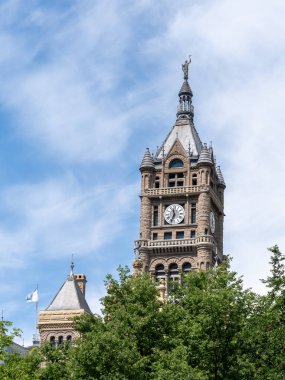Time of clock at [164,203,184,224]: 11:33
